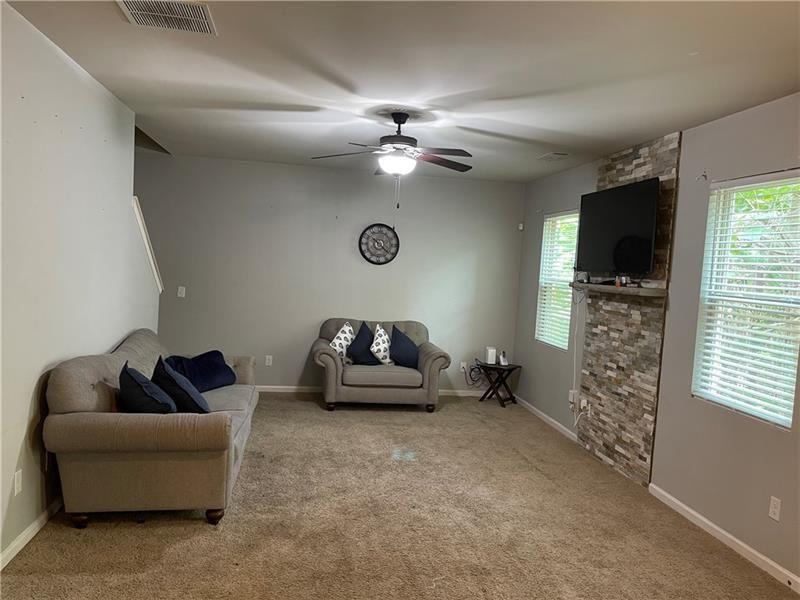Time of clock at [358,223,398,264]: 10:21
